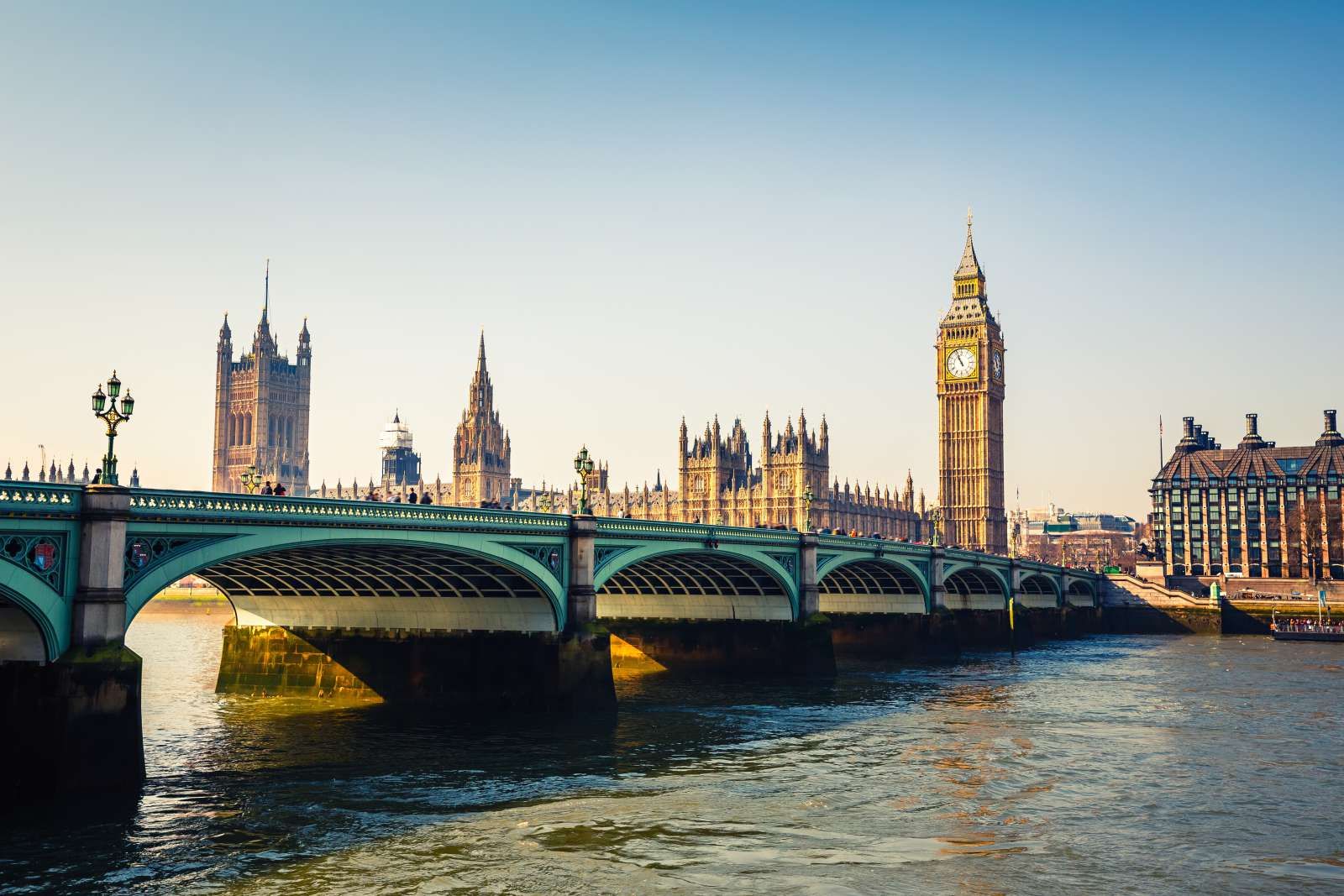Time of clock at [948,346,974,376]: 10:56
